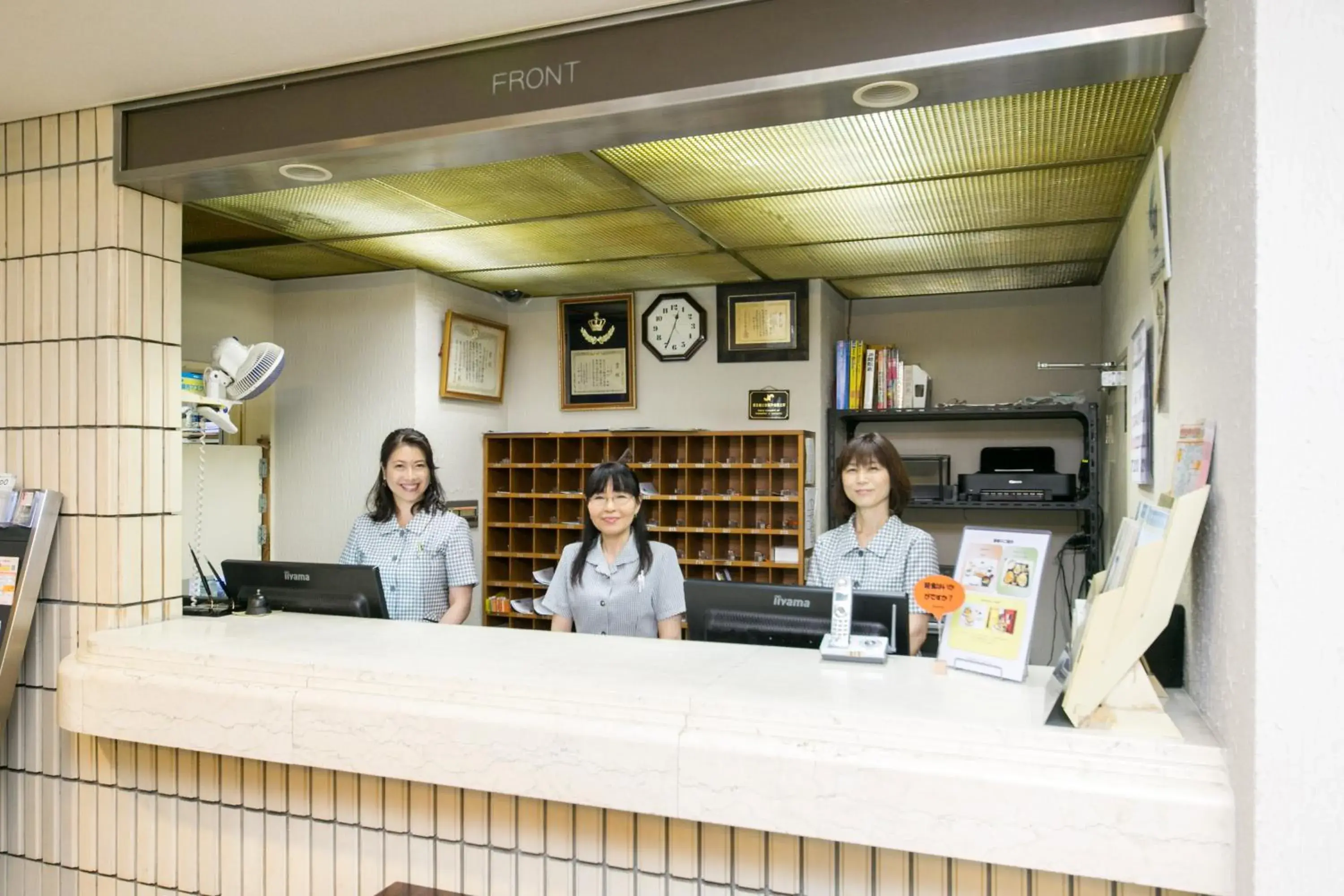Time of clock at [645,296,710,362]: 12:34
